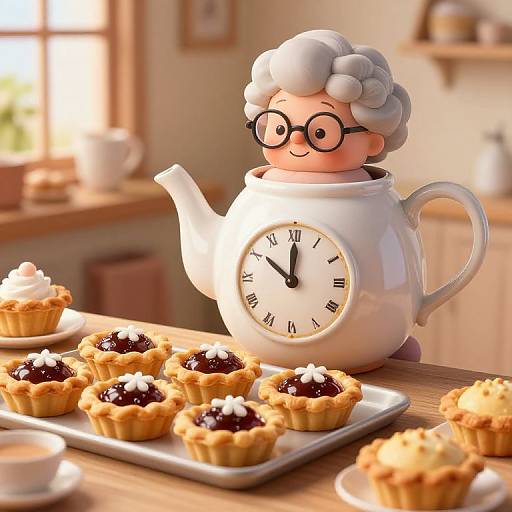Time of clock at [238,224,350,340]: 11:50
